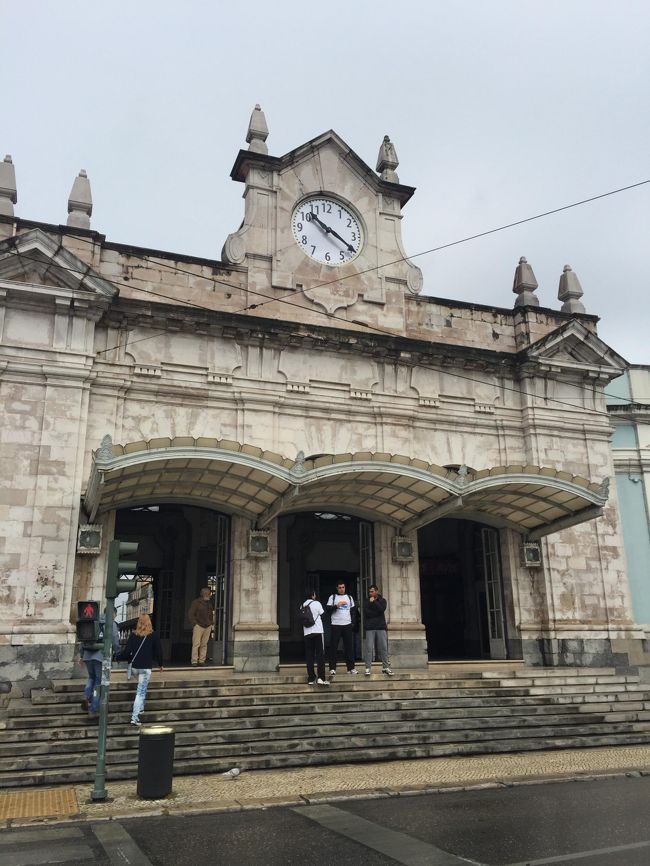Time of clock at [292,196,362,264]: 10:20
